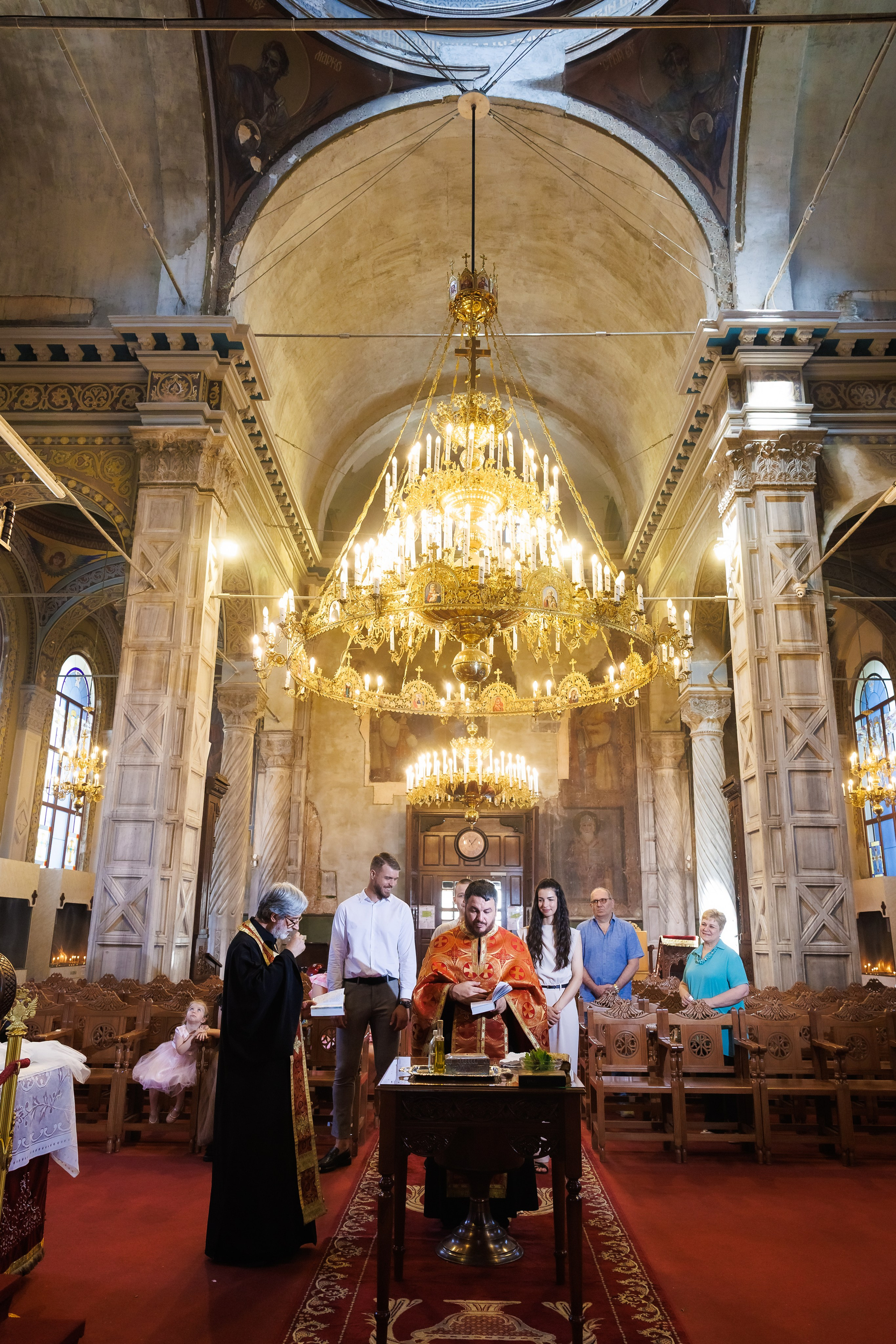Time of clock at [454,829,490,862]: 11:07
